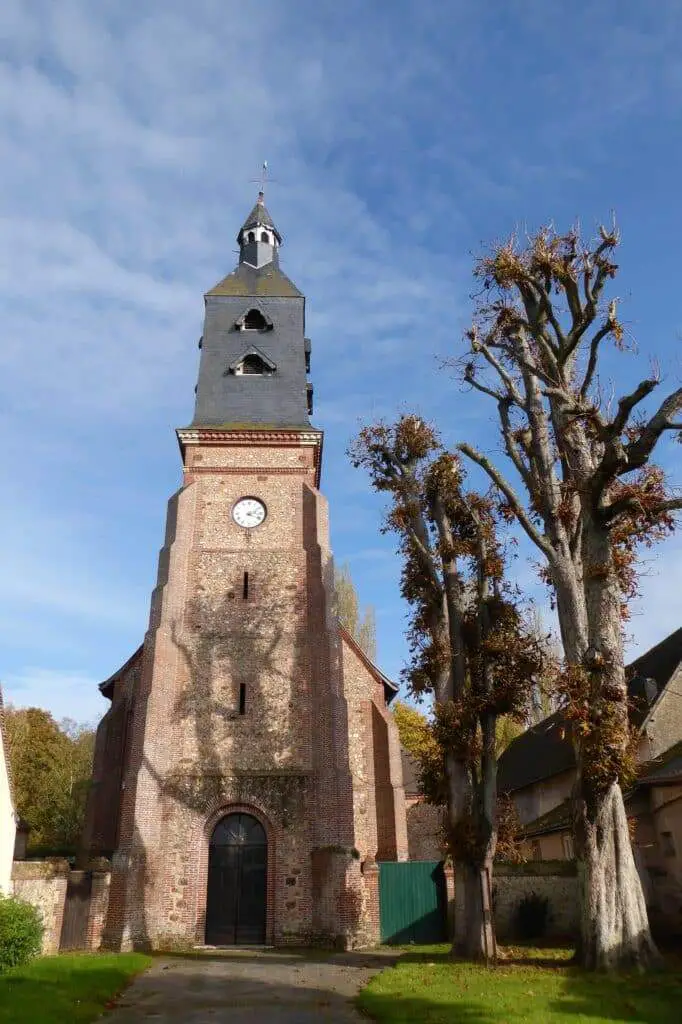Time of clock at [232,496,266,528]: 2:18
